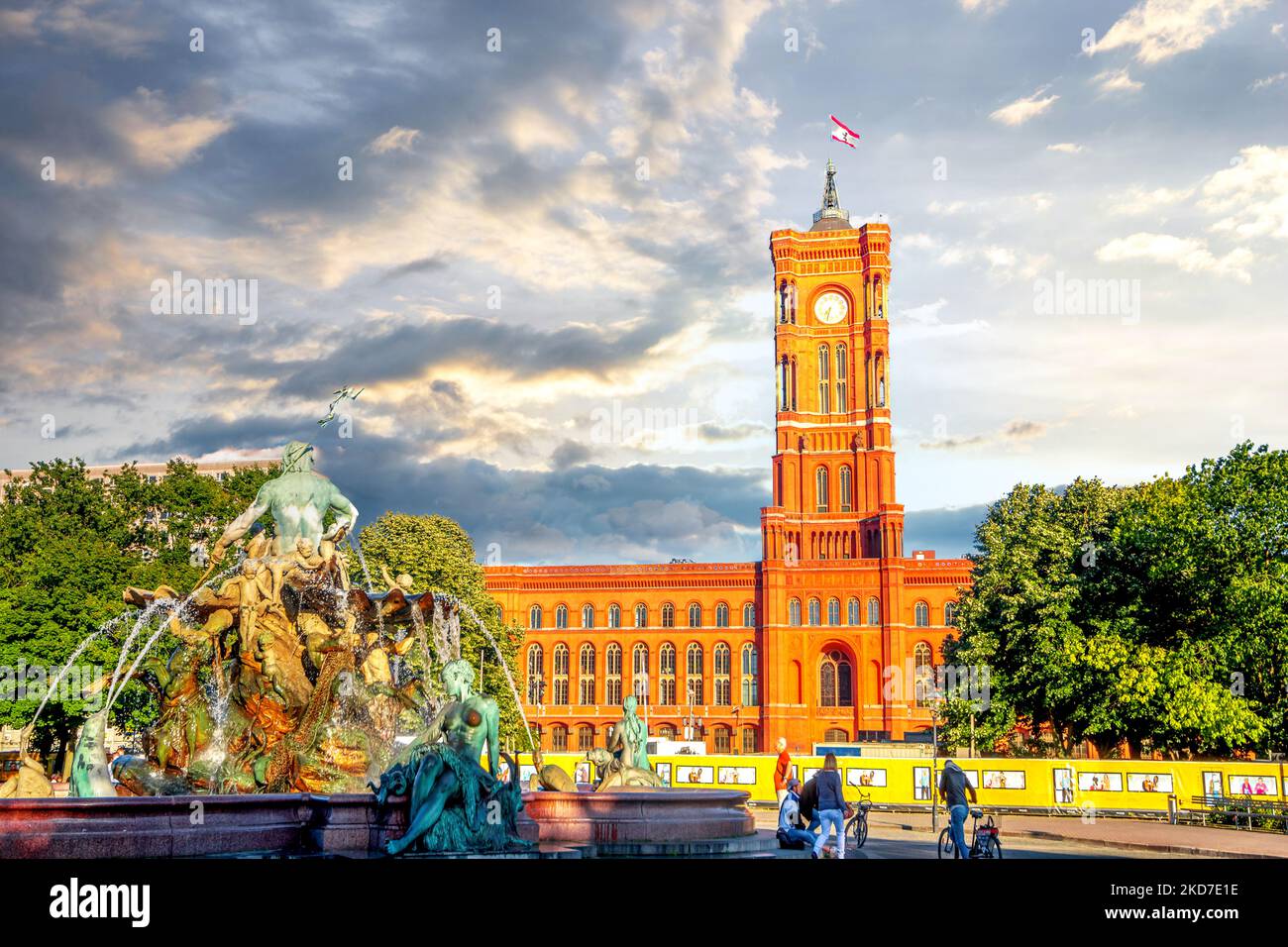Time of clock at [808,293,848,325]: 7:32
